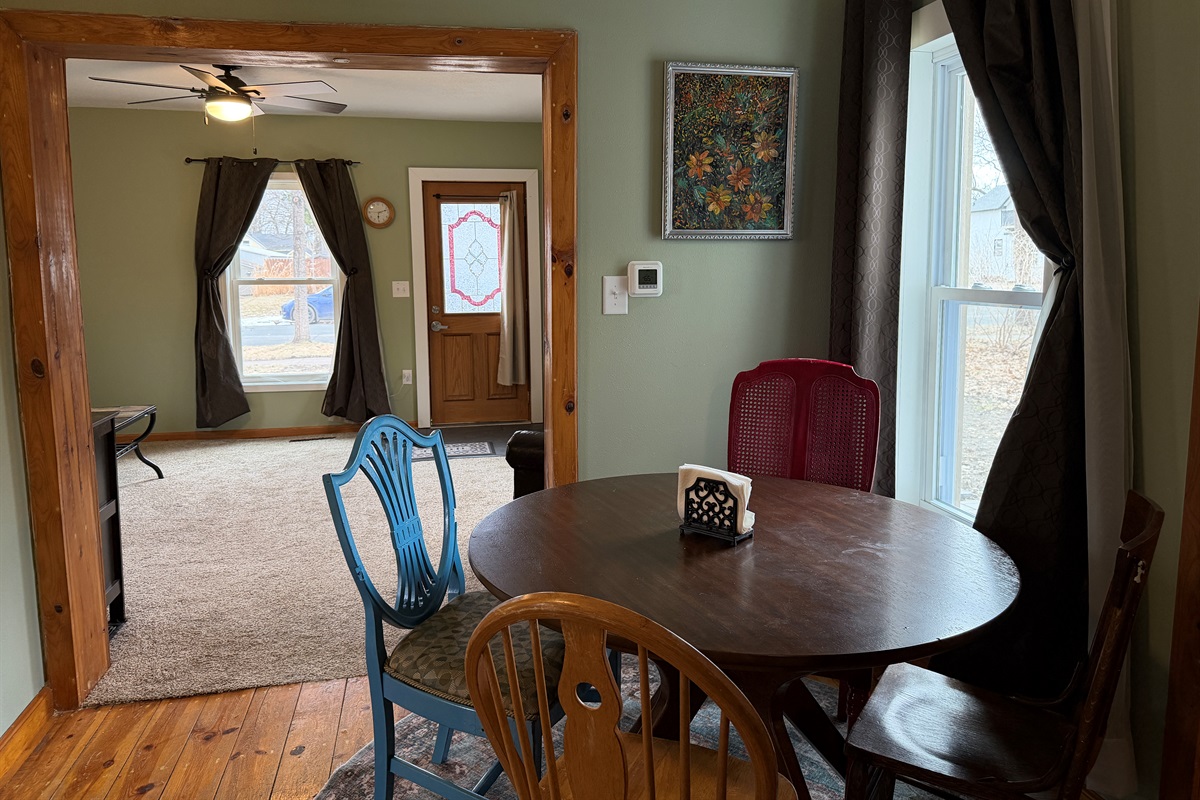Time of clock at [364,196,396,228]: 6:12
